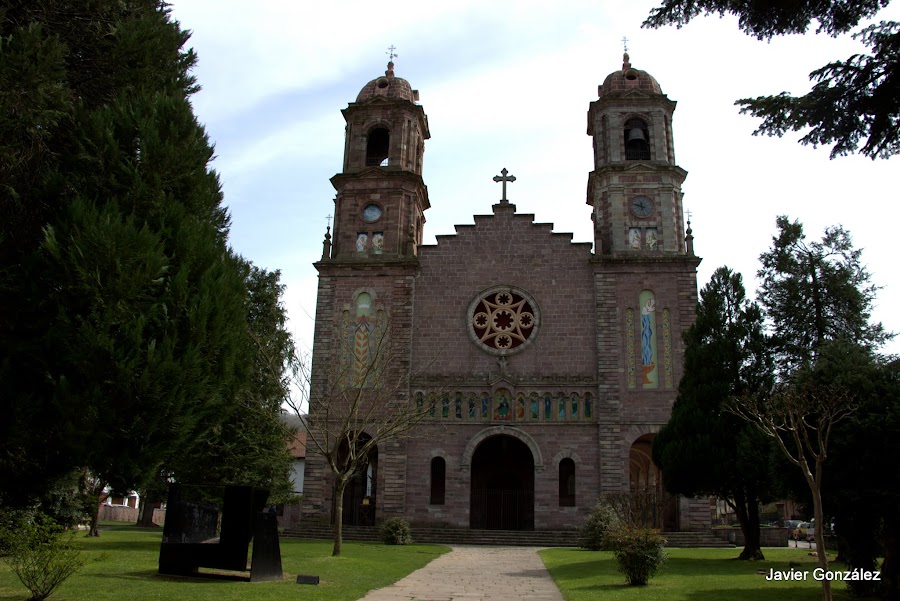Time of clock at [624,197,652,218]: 11:47
